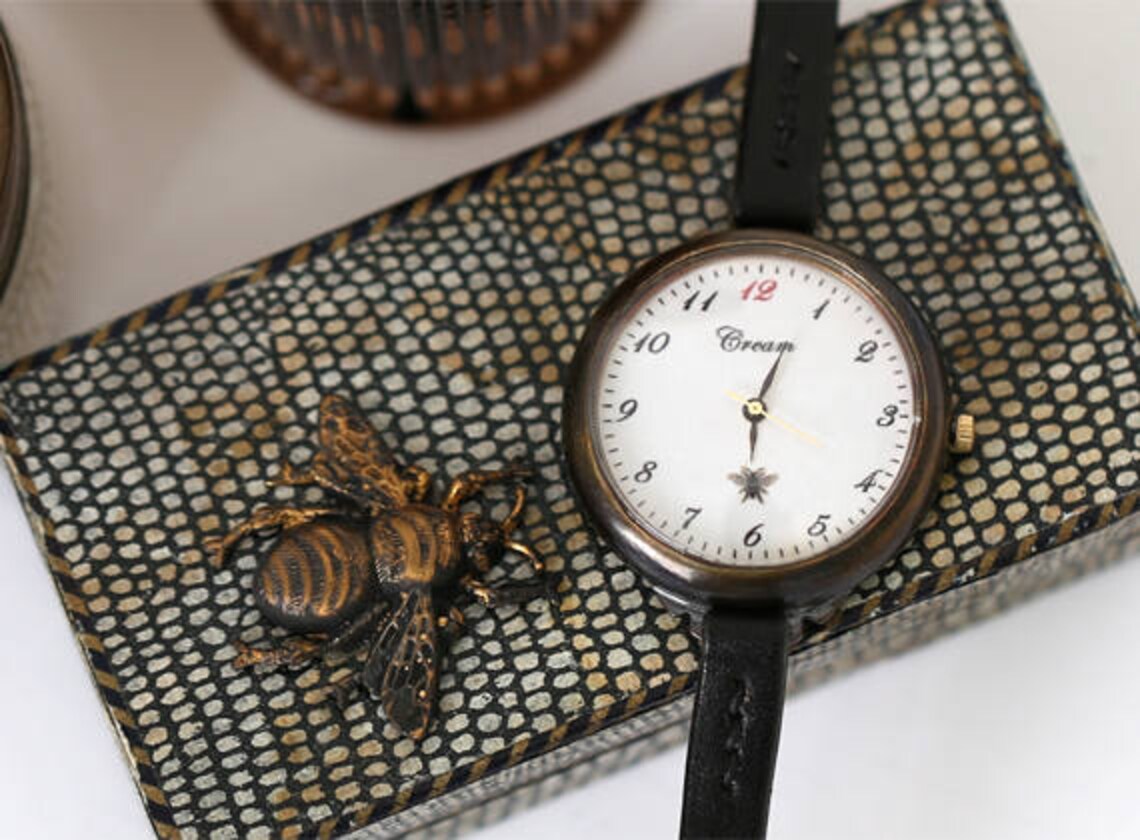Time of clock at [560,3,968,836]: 6:03
